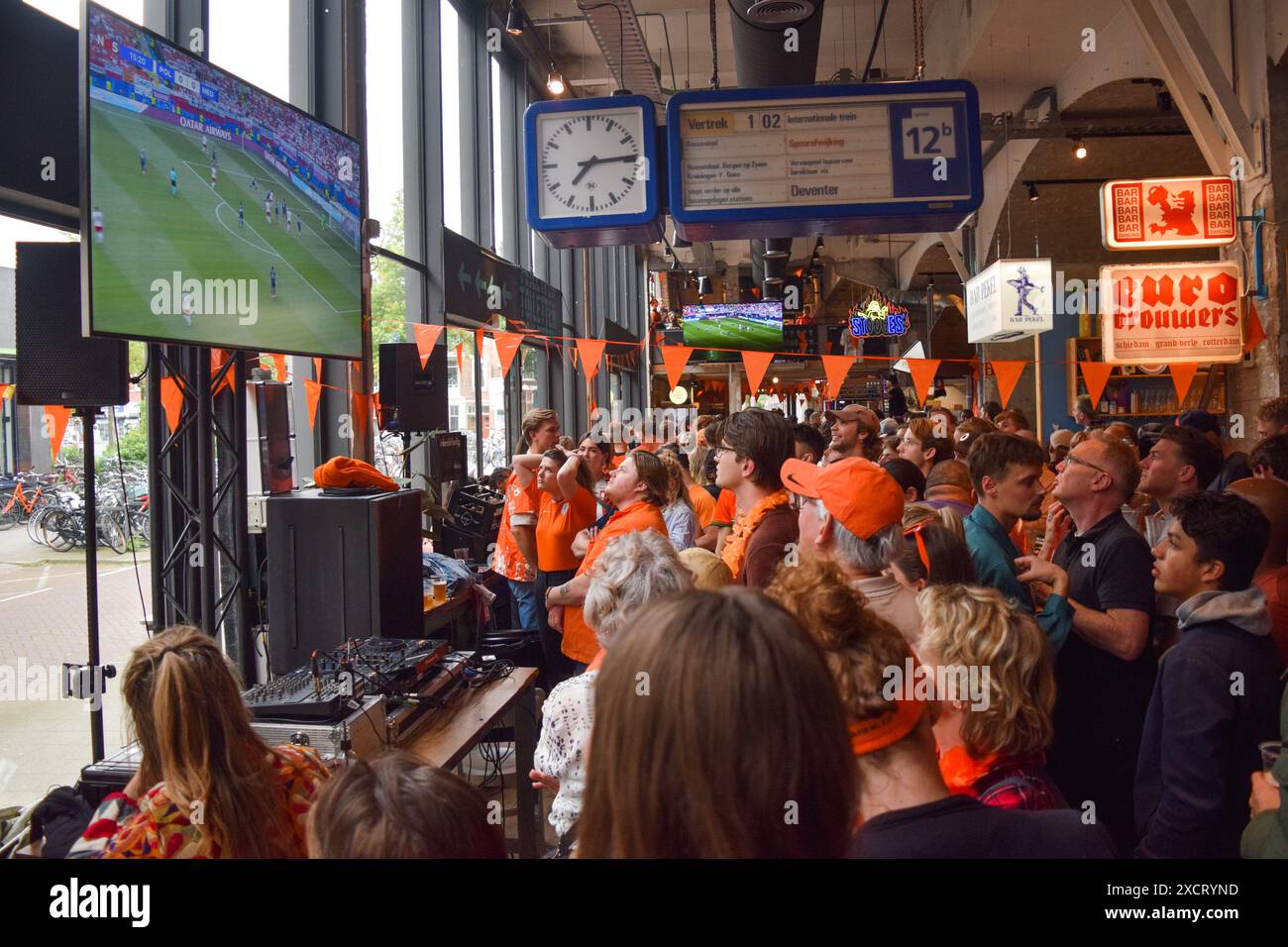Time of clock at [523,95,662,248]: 7:14
